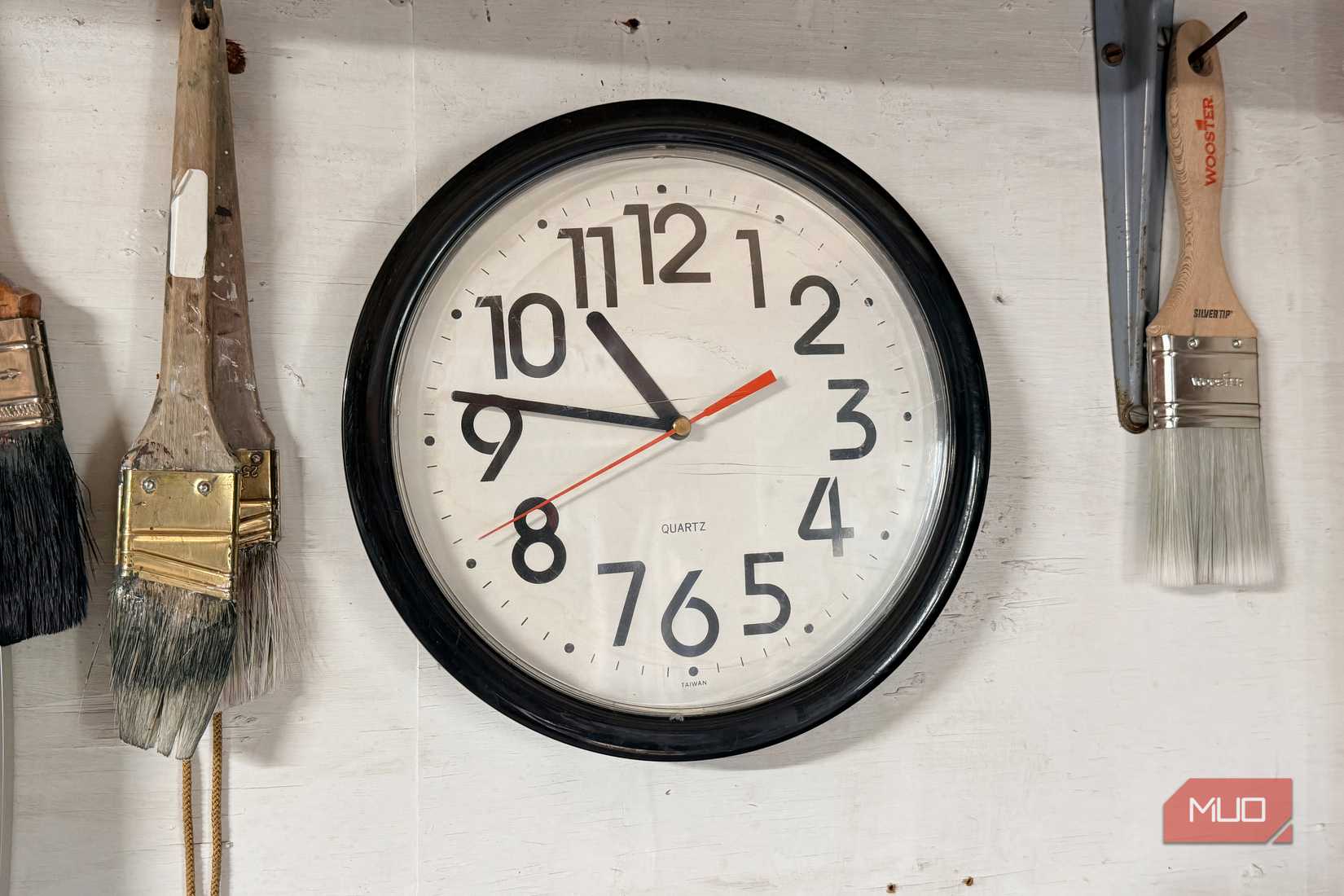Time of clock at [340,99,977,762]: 10:46
